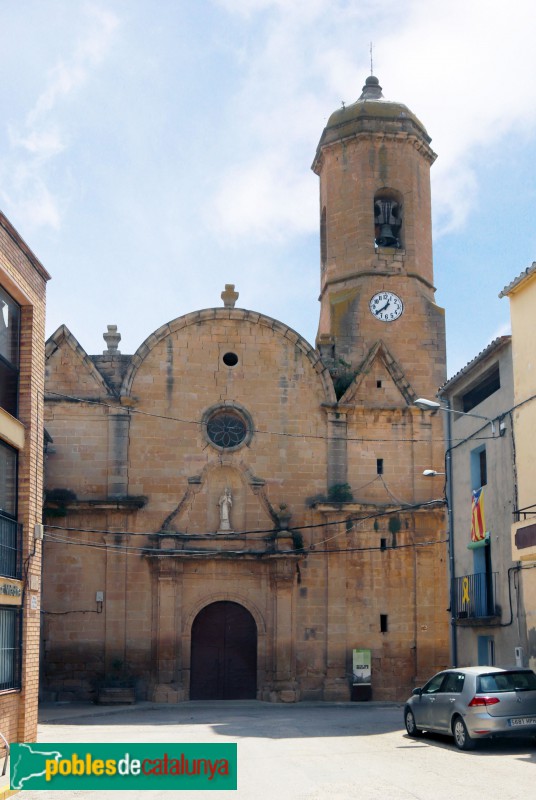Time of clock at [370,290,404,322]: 12:38
